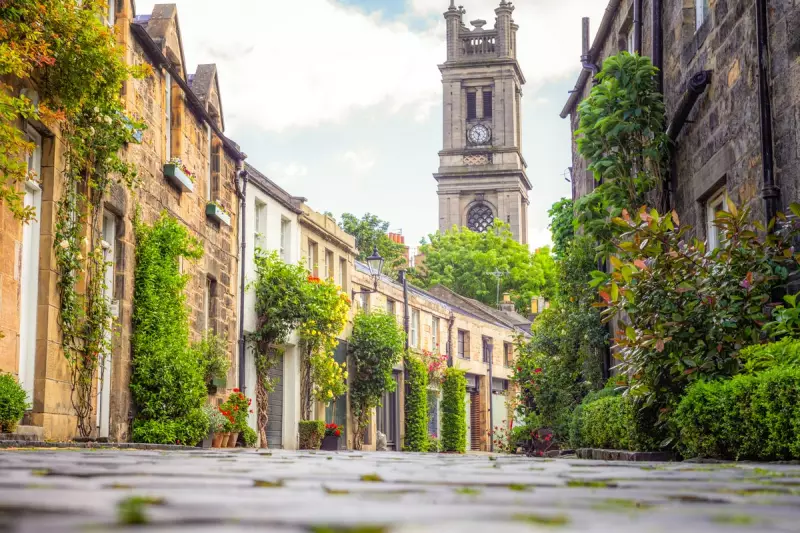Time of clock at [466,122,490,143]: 10:32
